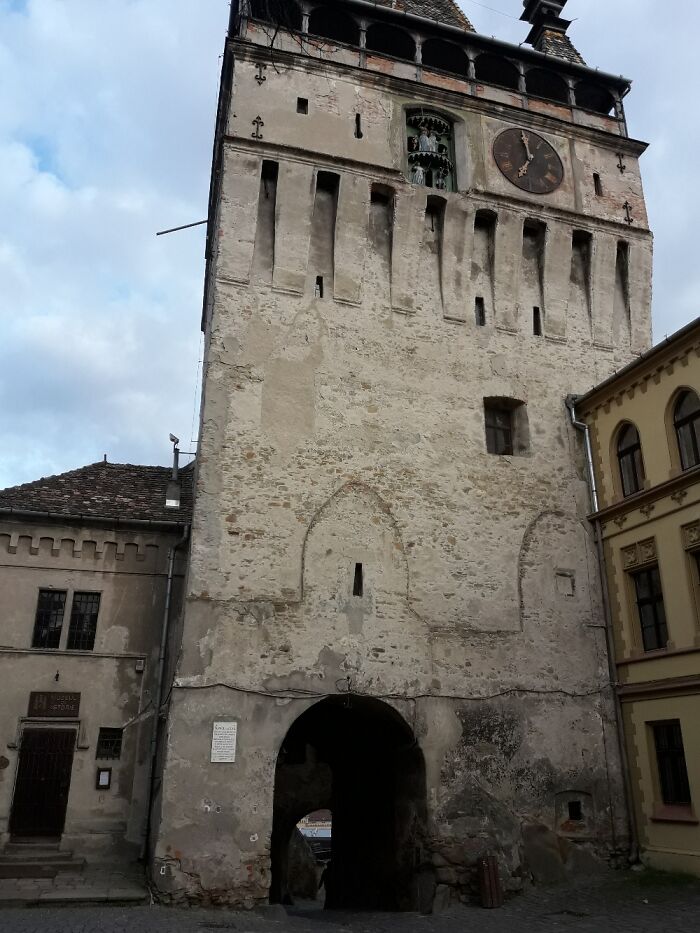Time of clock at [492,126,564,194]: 6:58
